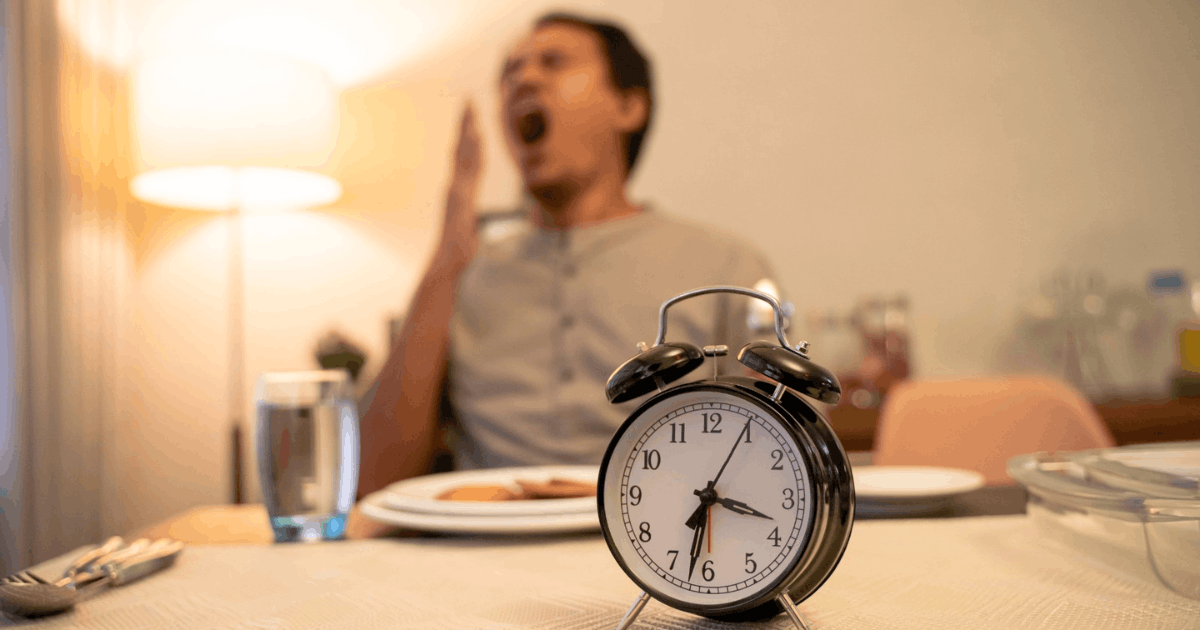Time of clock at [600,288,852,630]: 3:32
